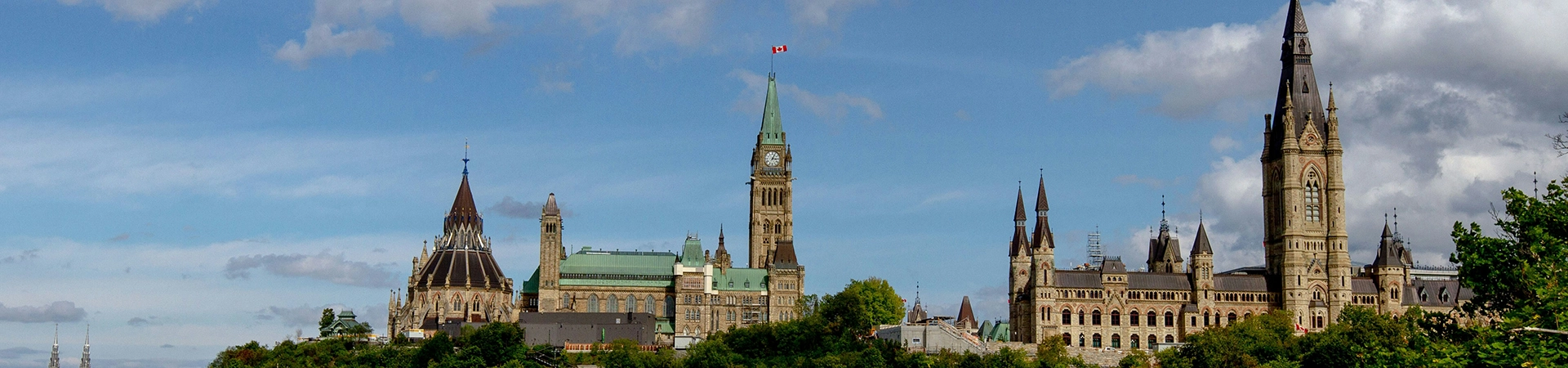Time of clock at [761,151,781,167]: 3:04
